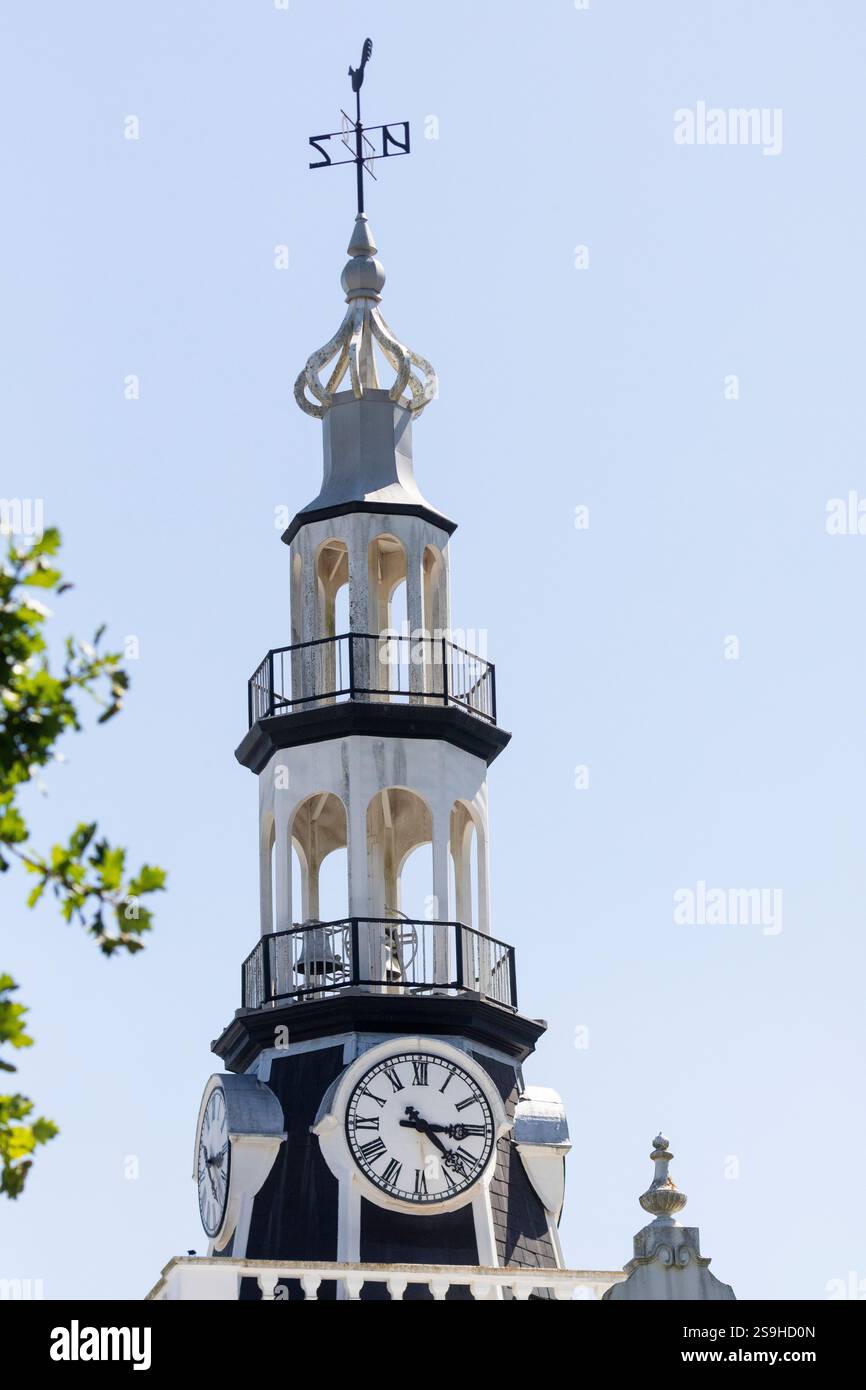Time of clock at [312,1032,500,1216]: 4:14
